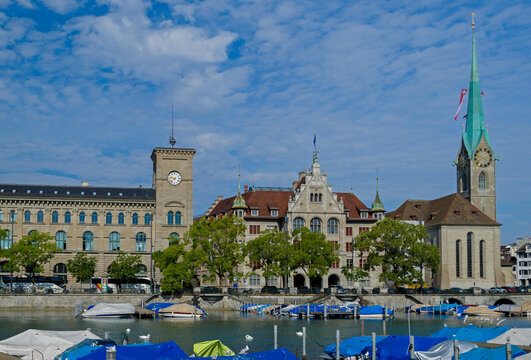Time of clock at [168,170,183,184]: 9:38
